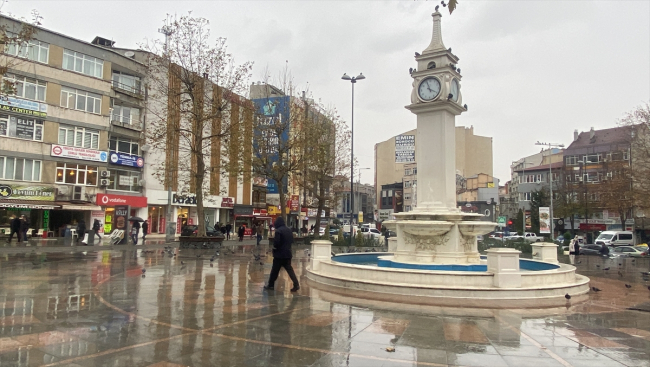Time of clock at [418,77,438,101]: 3:56
